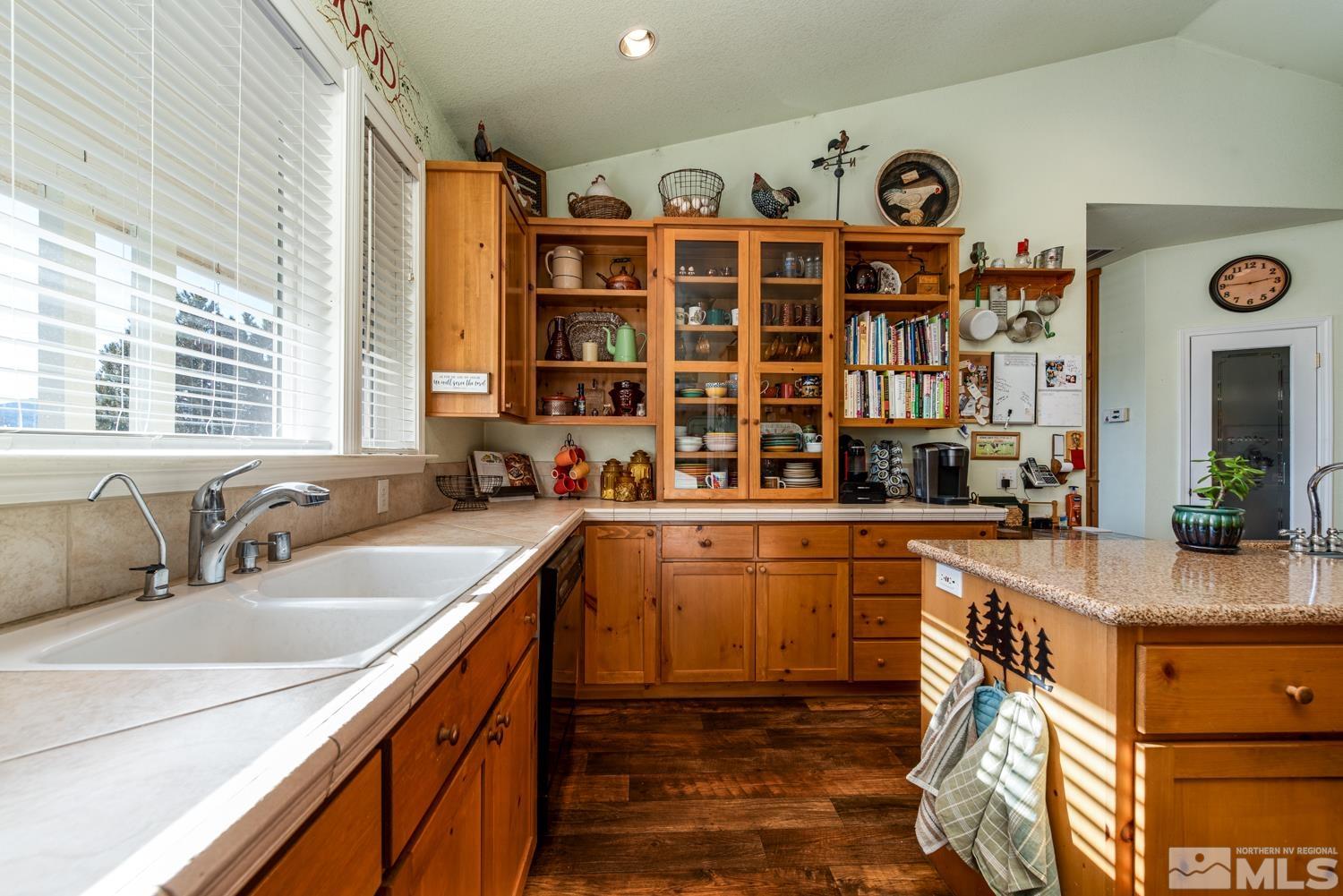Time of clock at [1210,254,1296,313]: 2:45
